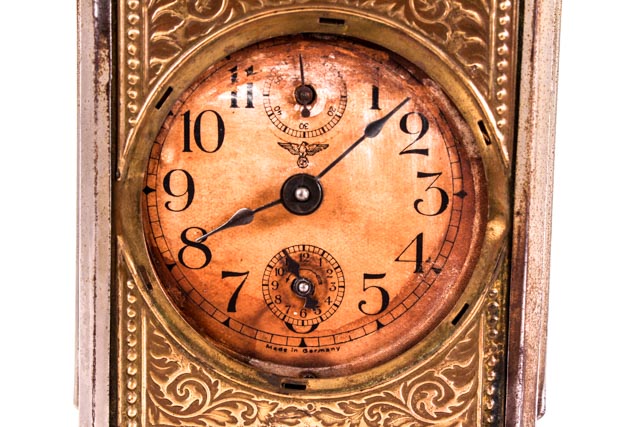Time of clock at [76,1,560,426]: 8:07
